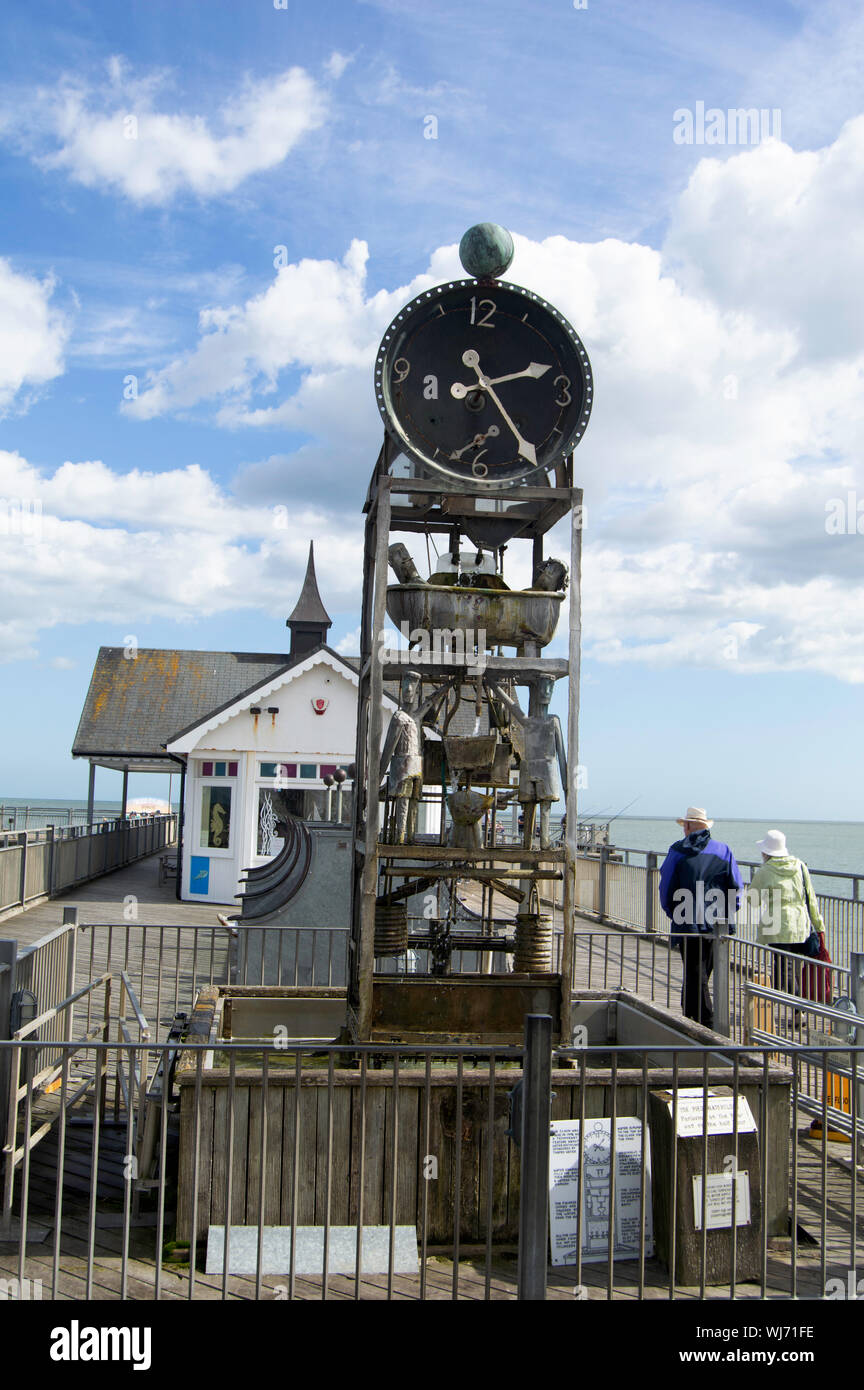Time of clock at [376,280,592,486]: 2:24
